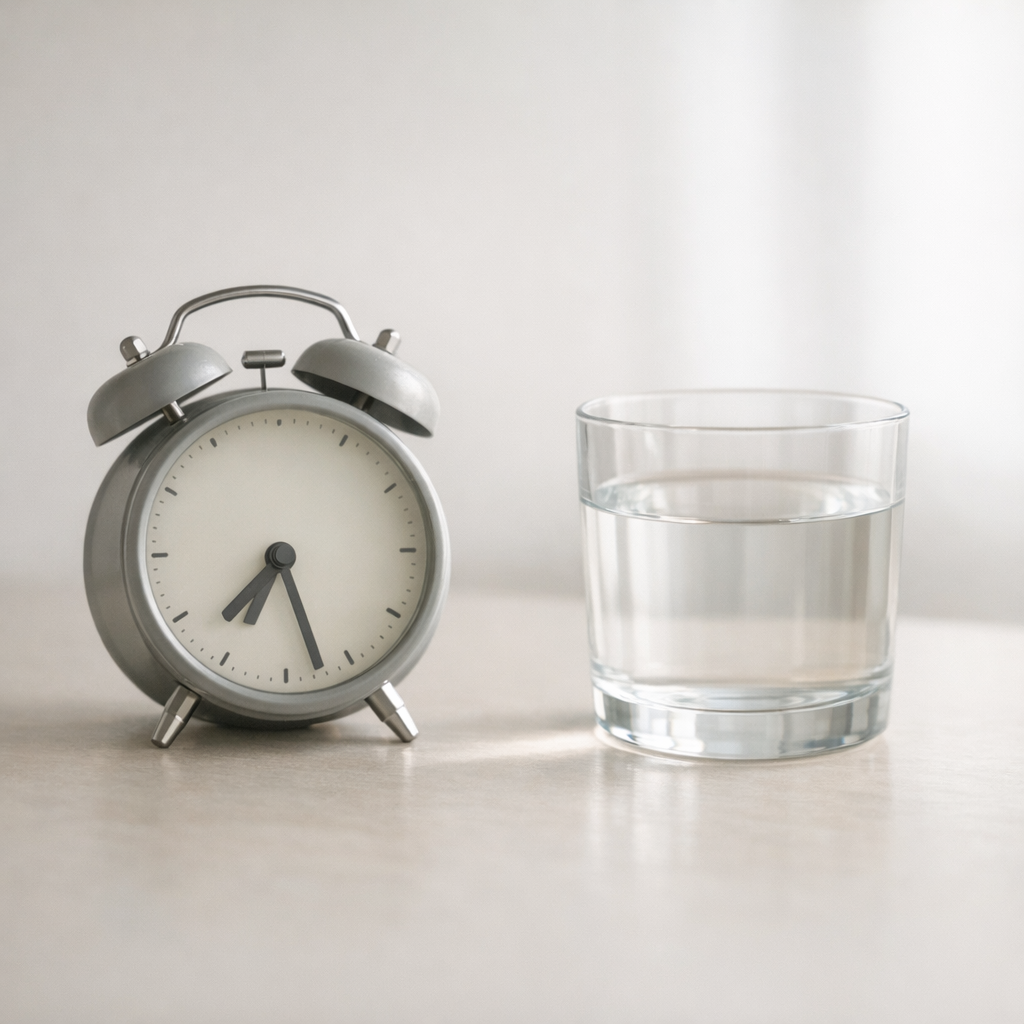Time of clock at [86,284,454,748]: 7:27
